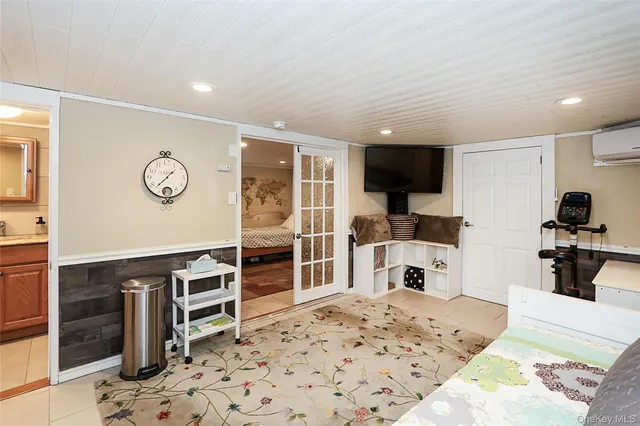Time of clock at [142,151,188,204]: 1:37
